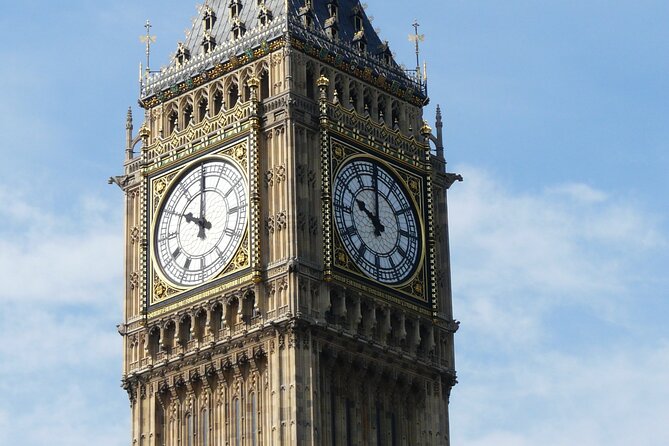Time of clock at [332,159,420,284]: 9:59
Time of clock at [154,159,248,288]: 10:00
